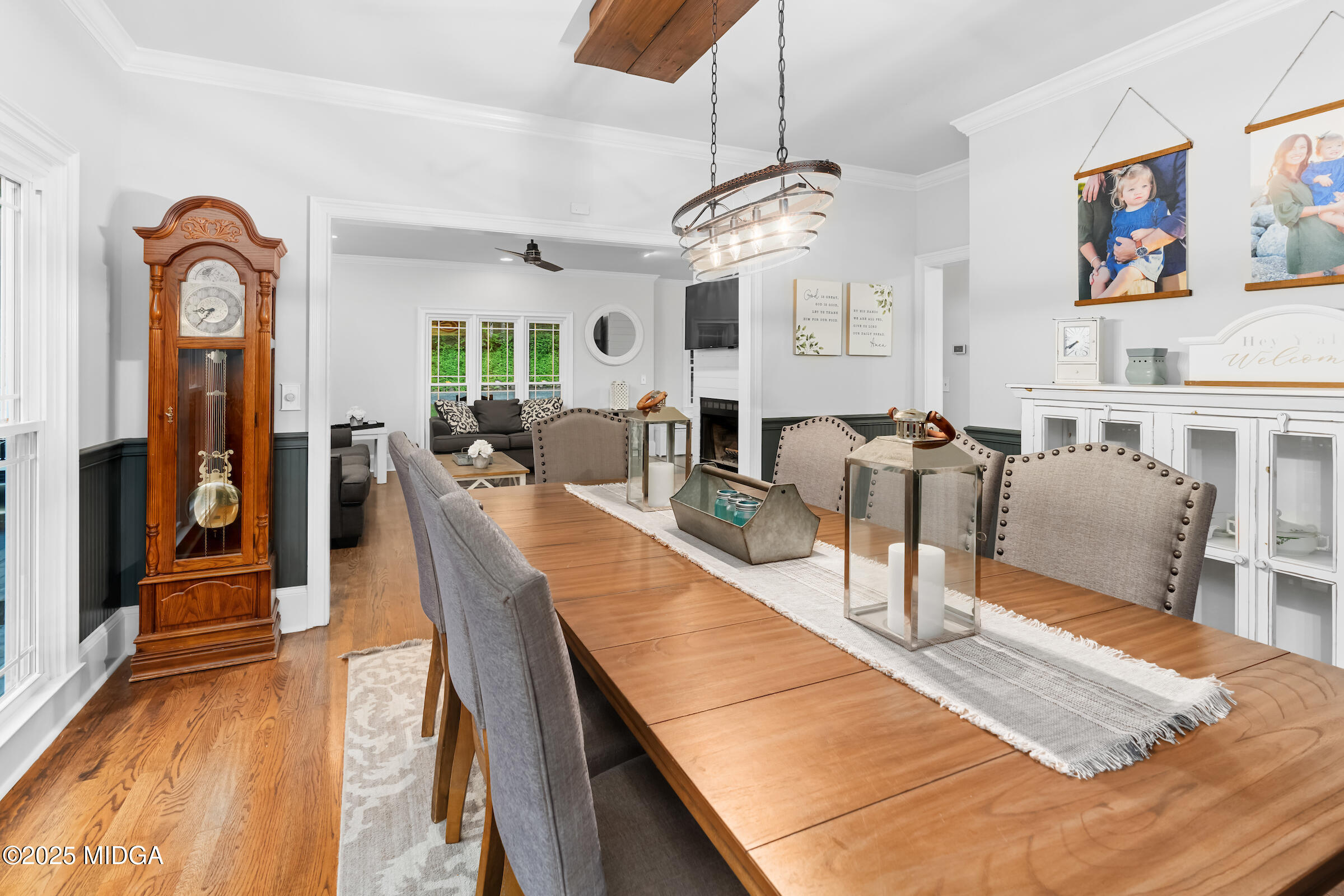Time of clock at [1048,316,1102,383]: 7:40
